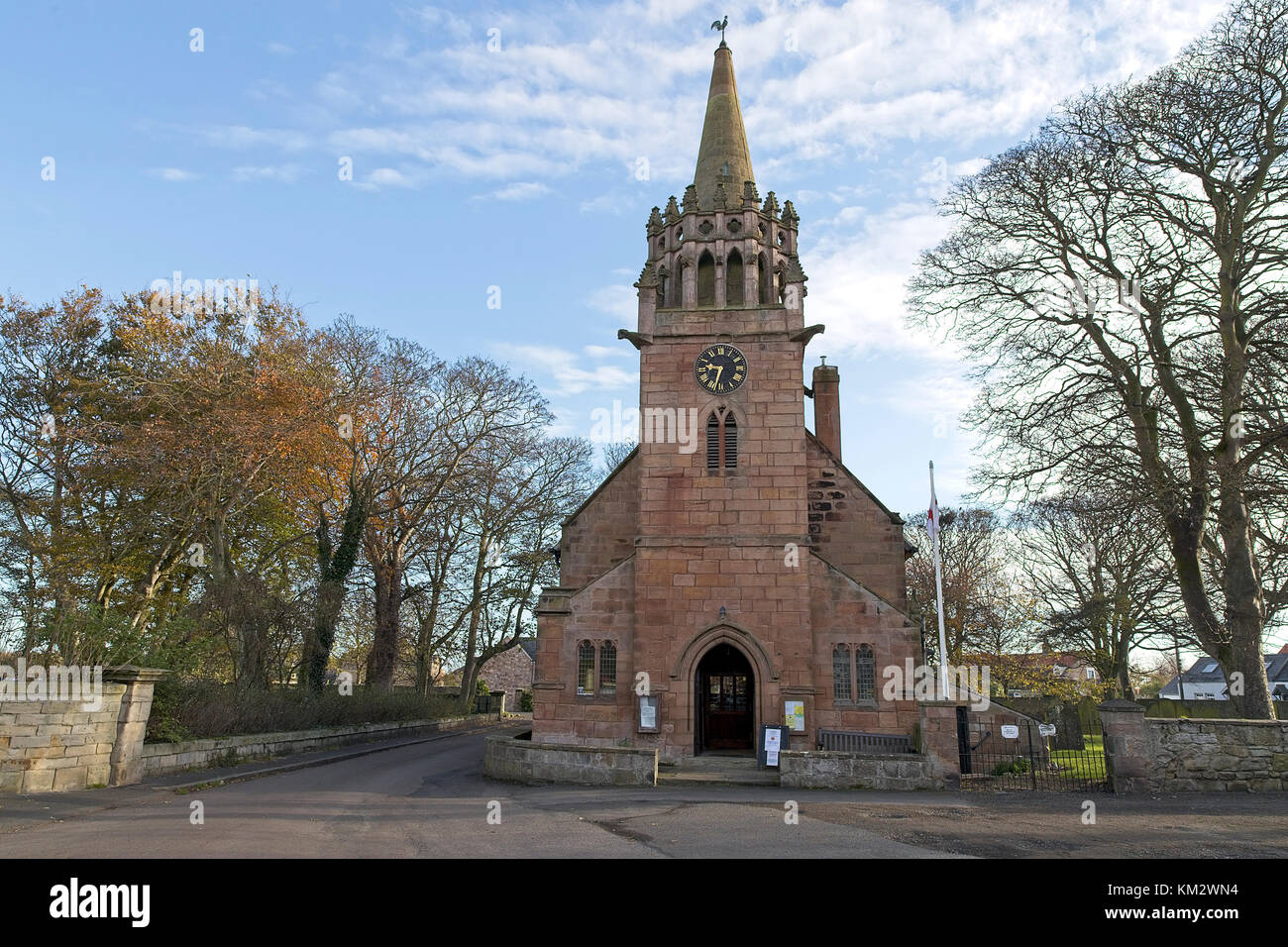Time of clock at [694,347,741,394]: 9:33
